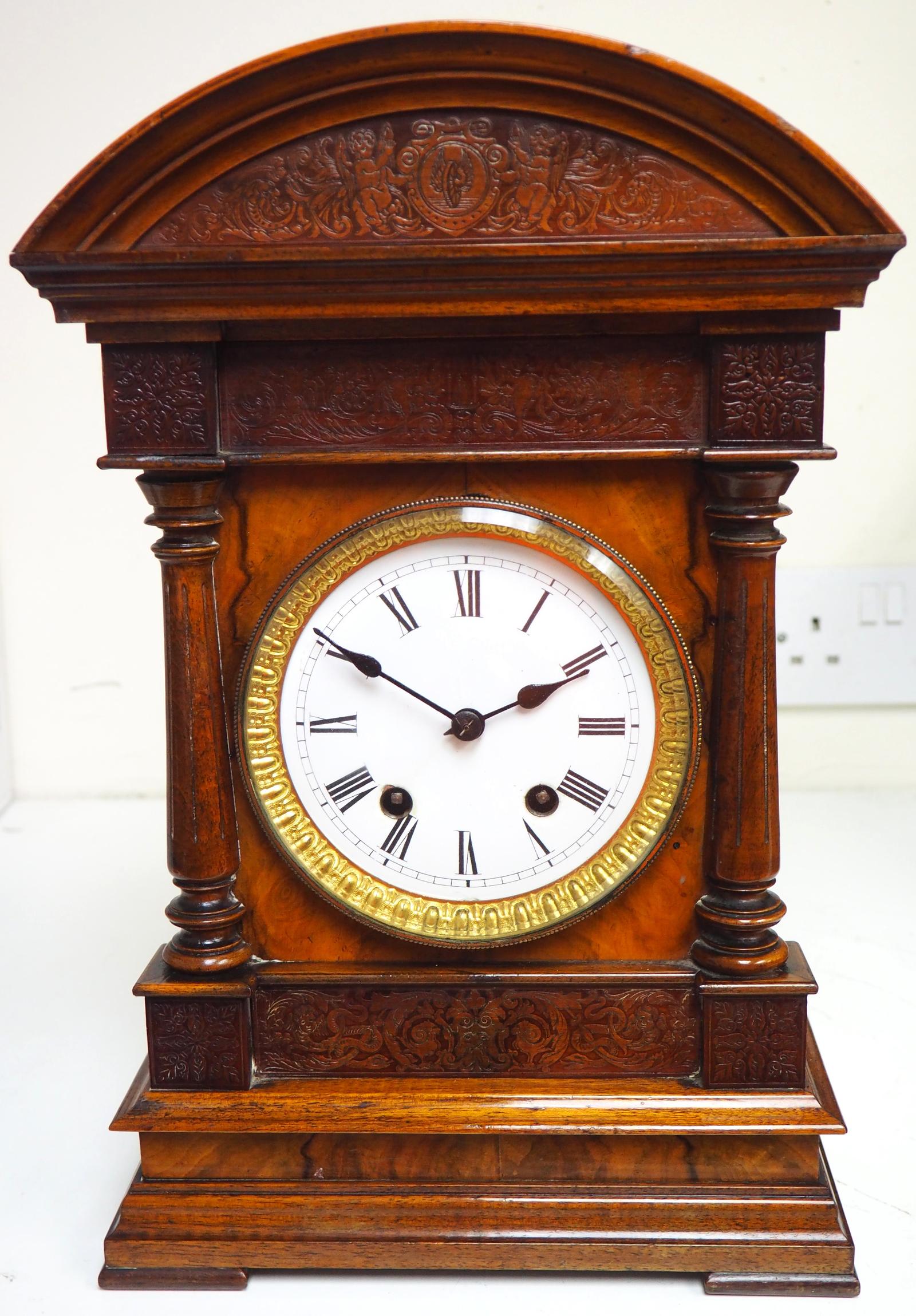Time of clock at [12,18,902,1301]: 1:50
